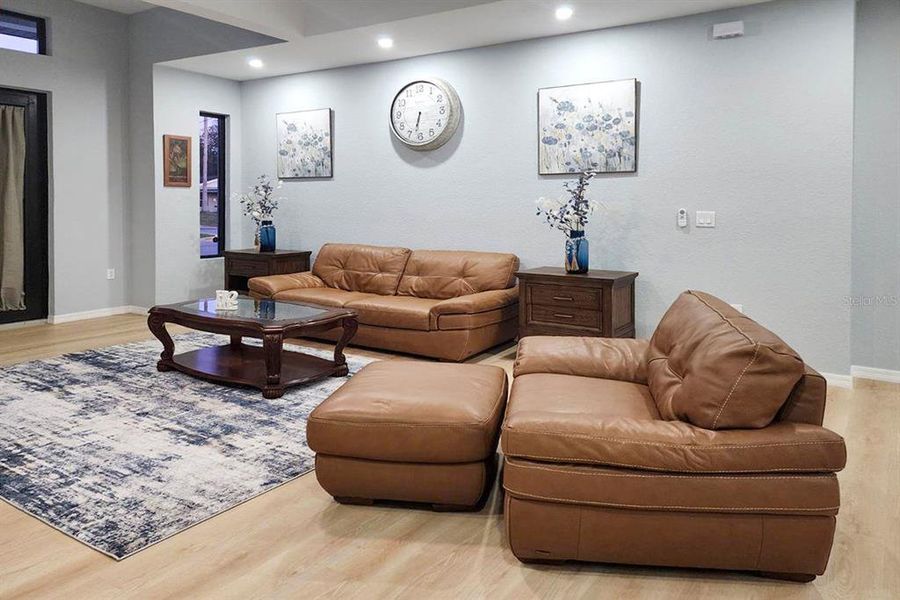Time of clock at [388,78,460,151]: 6:32
